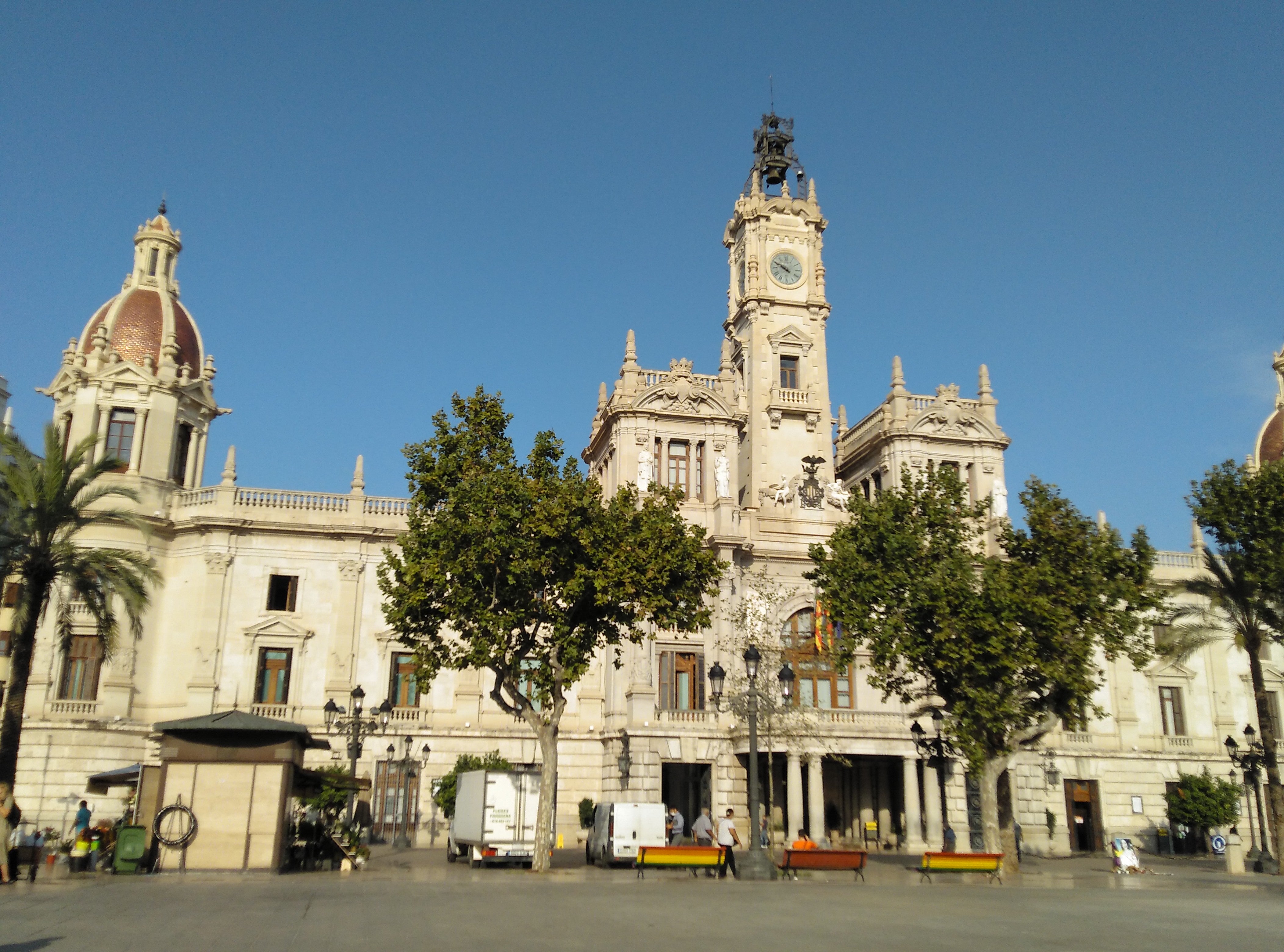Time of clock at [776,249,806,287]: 9:49
